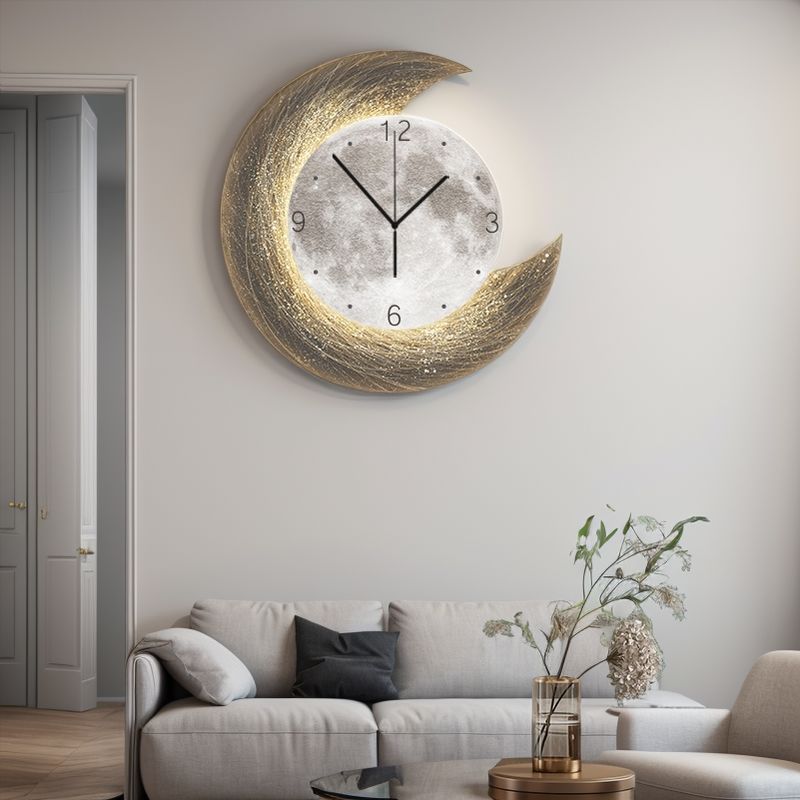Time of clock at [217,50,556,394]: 1:53
